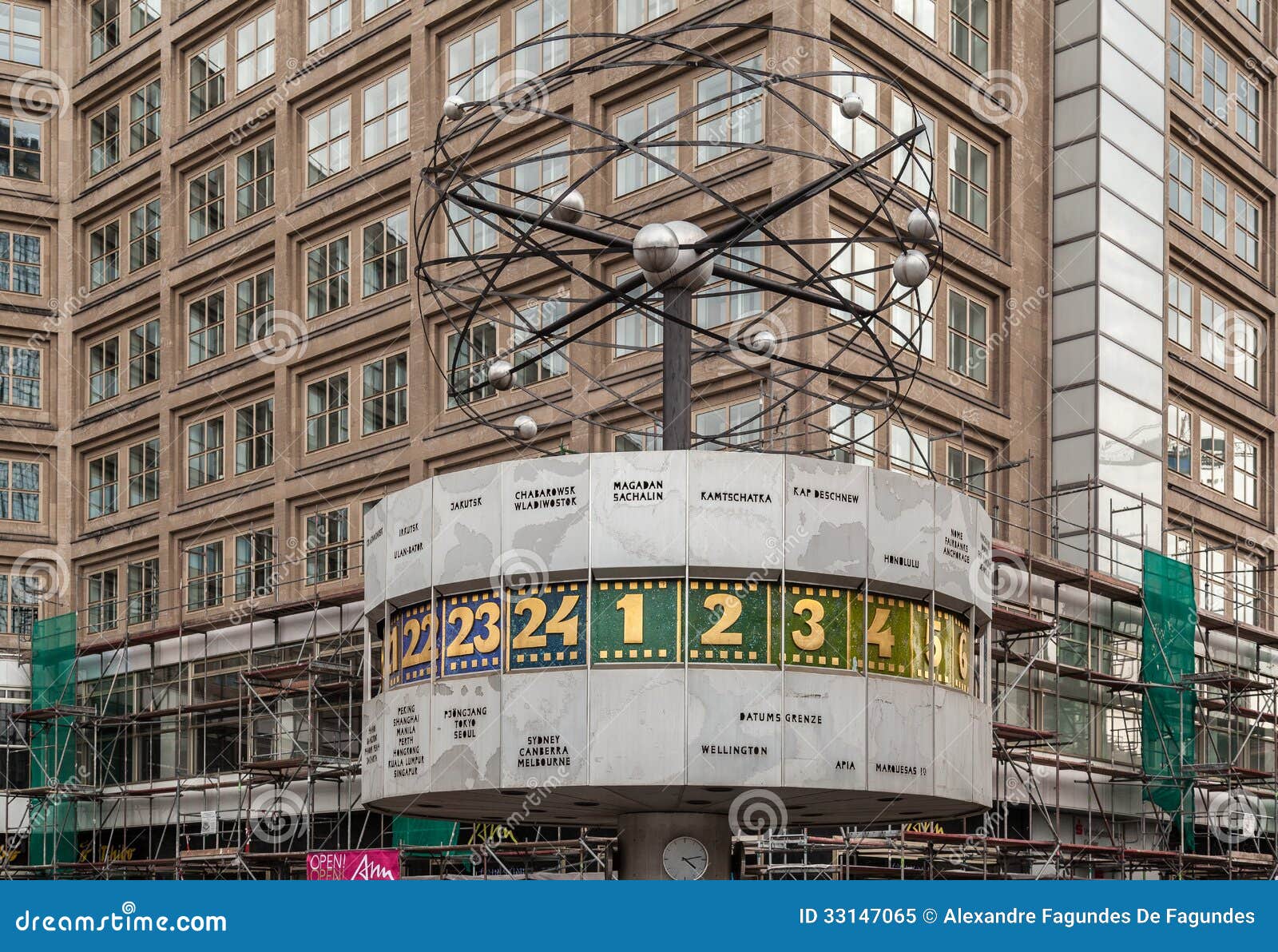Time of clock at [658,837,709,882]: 4:12
